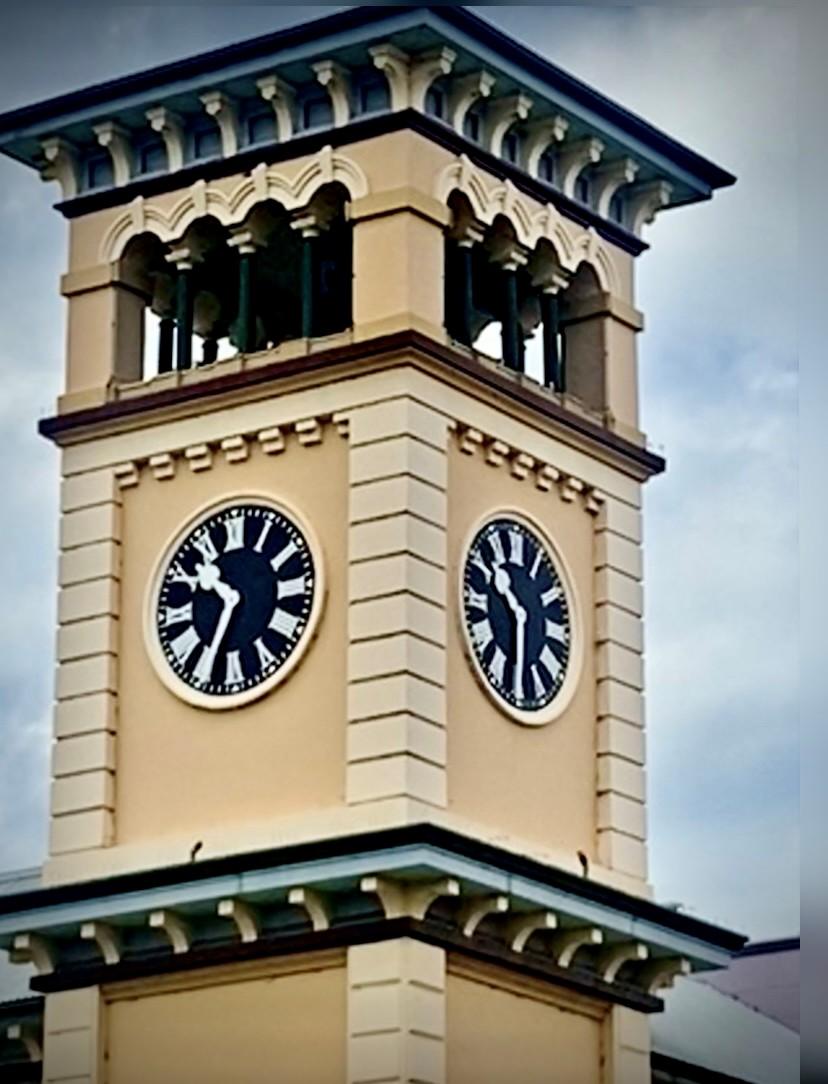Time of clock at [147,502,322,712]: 10:34
